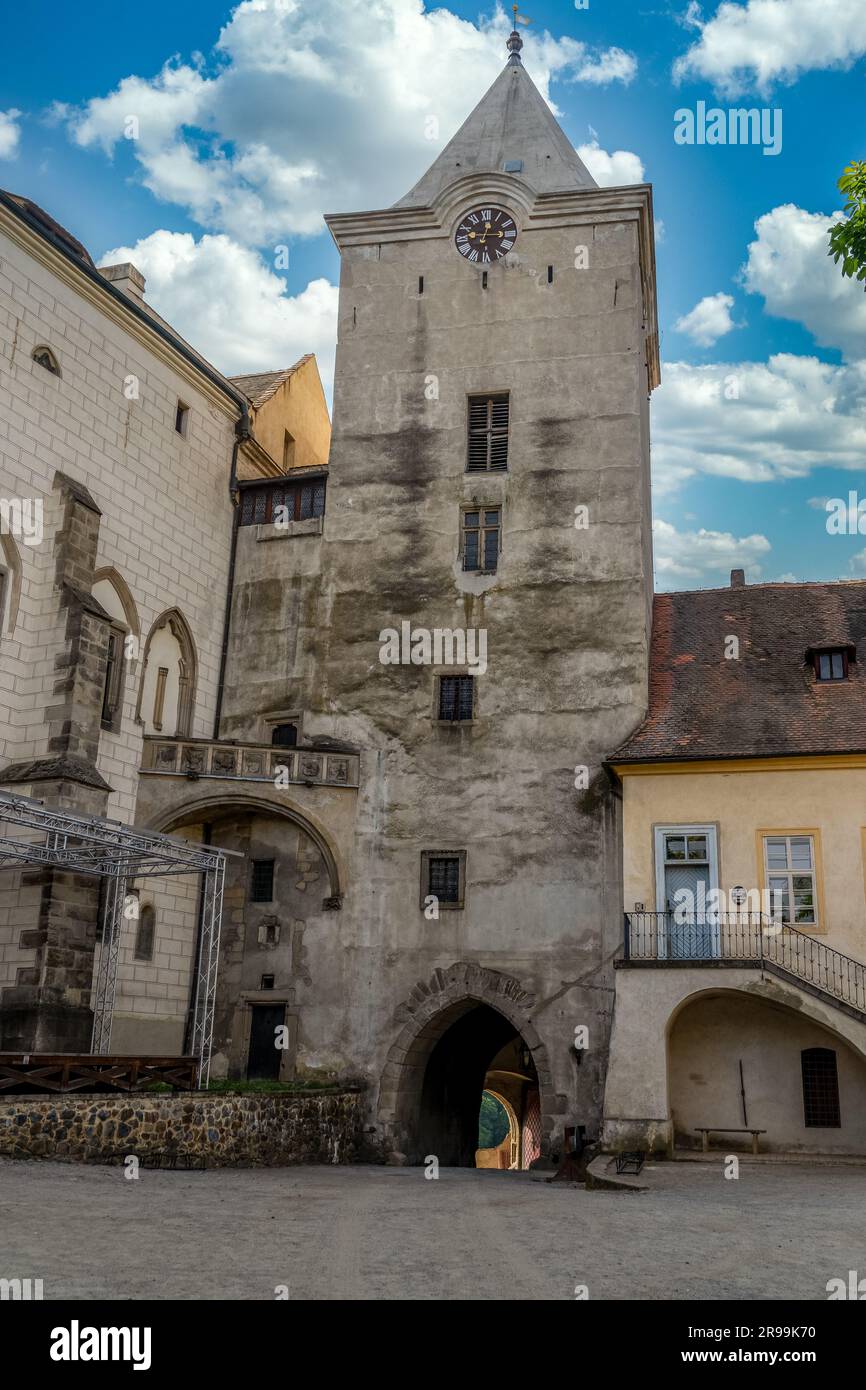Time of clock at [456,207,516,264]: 12:14
